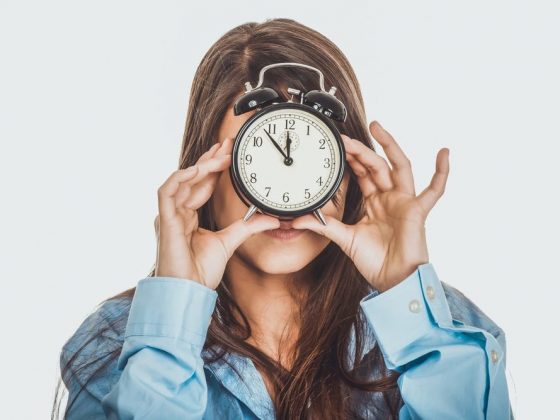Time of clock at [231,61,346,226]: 11:53
